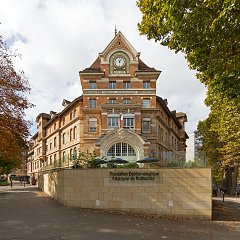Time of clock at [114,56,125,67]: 6:06
